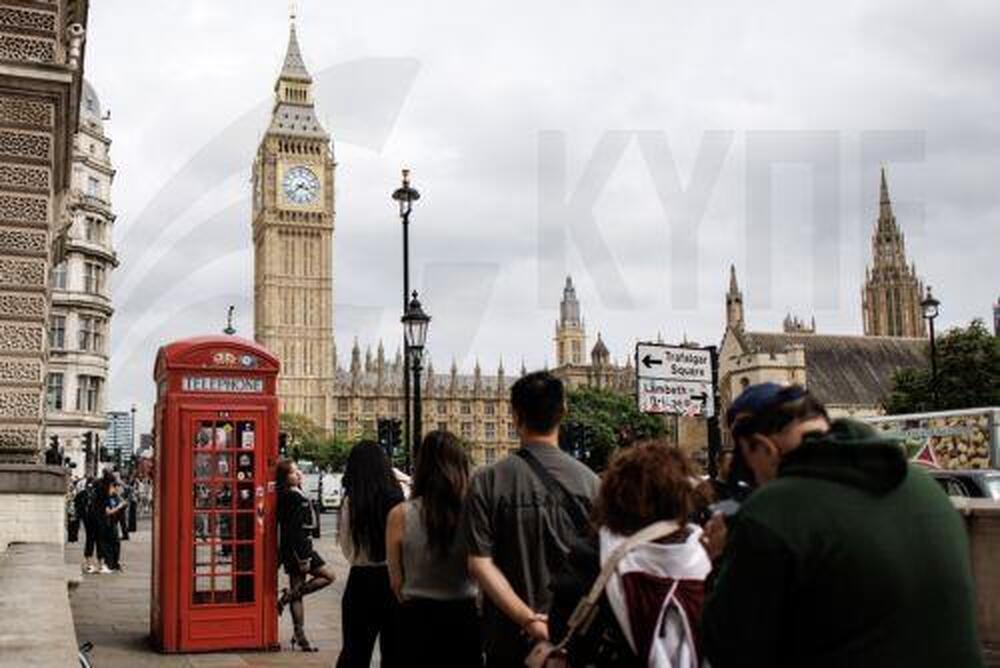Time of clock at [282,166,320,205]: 3:38
